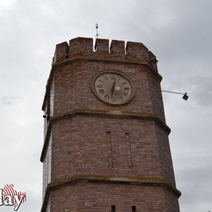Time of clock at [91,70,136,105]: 12:32
